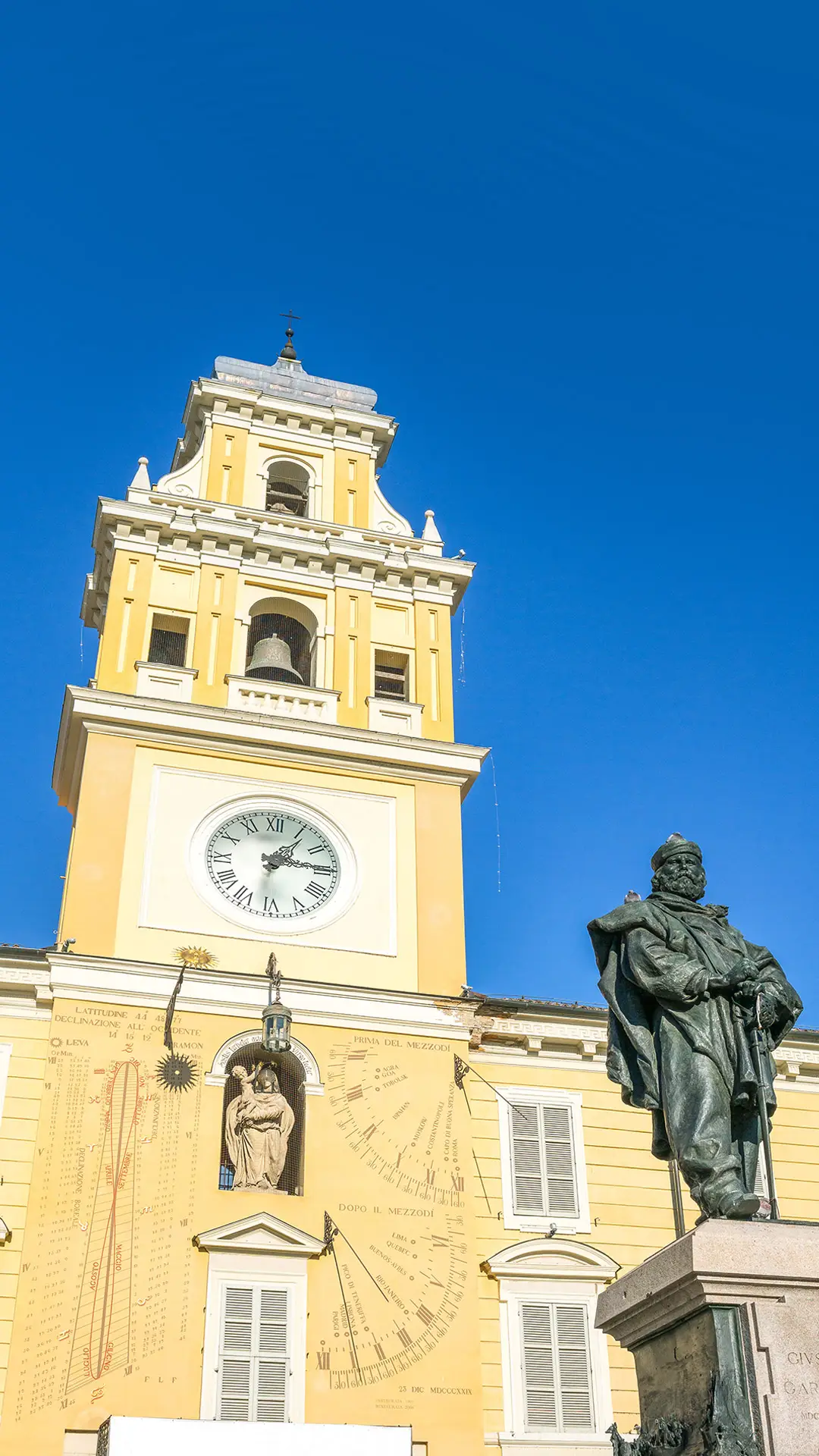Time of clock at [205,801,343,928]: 1:14
